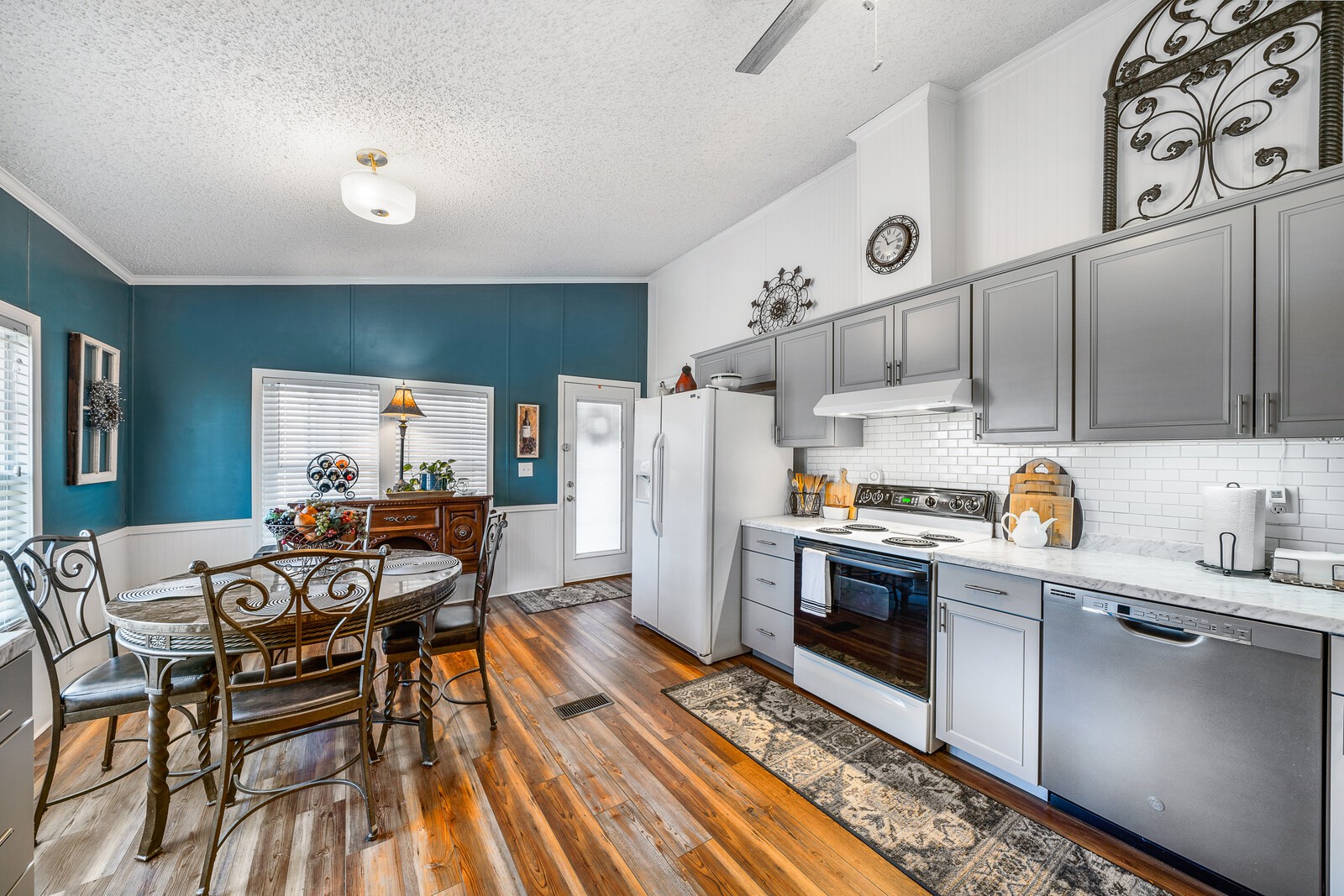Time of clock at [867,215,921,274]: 11:12
